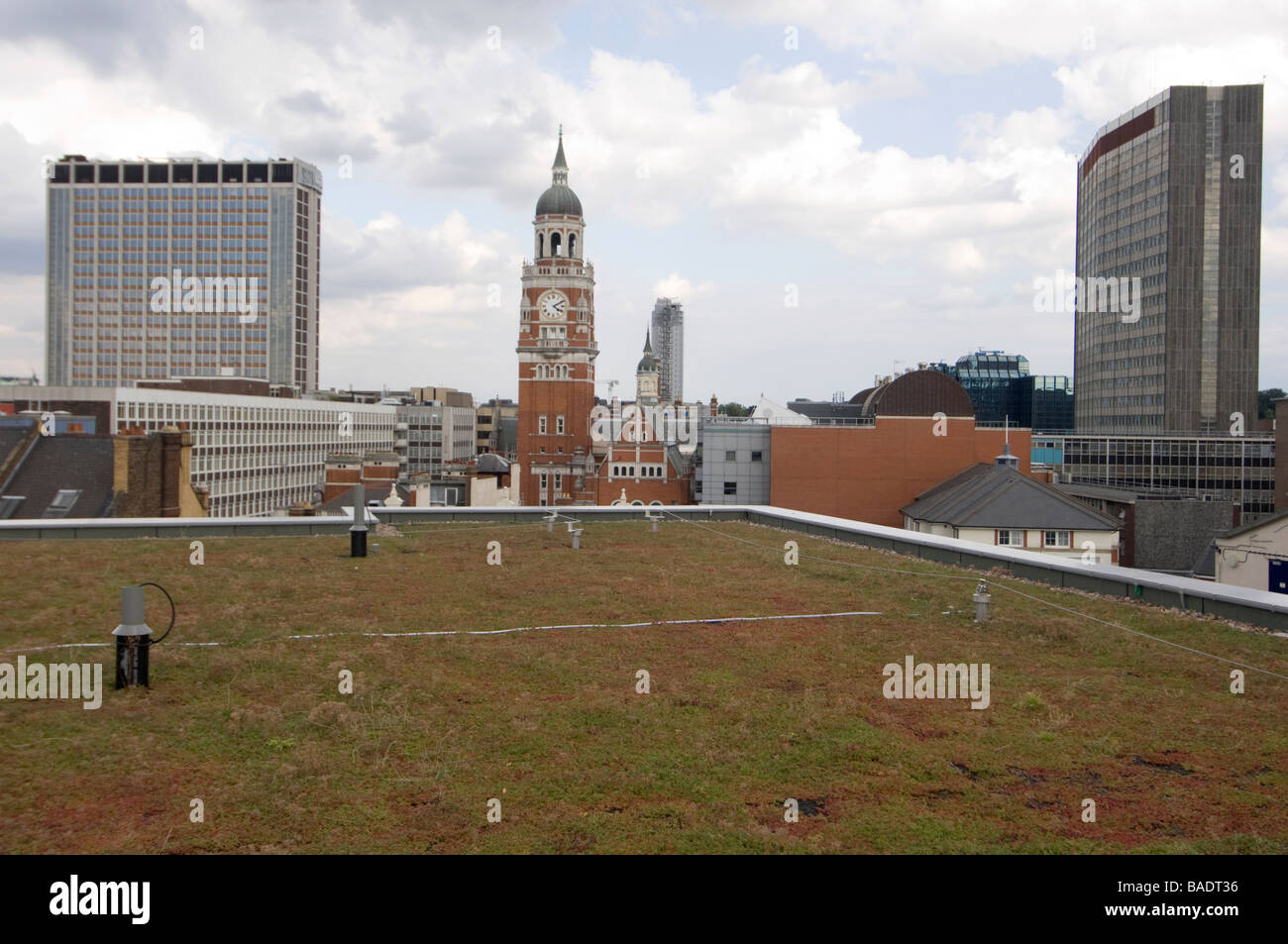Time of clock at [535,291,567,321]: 4:10
